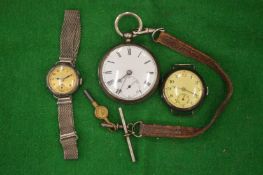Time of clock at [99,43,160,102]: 7:34
